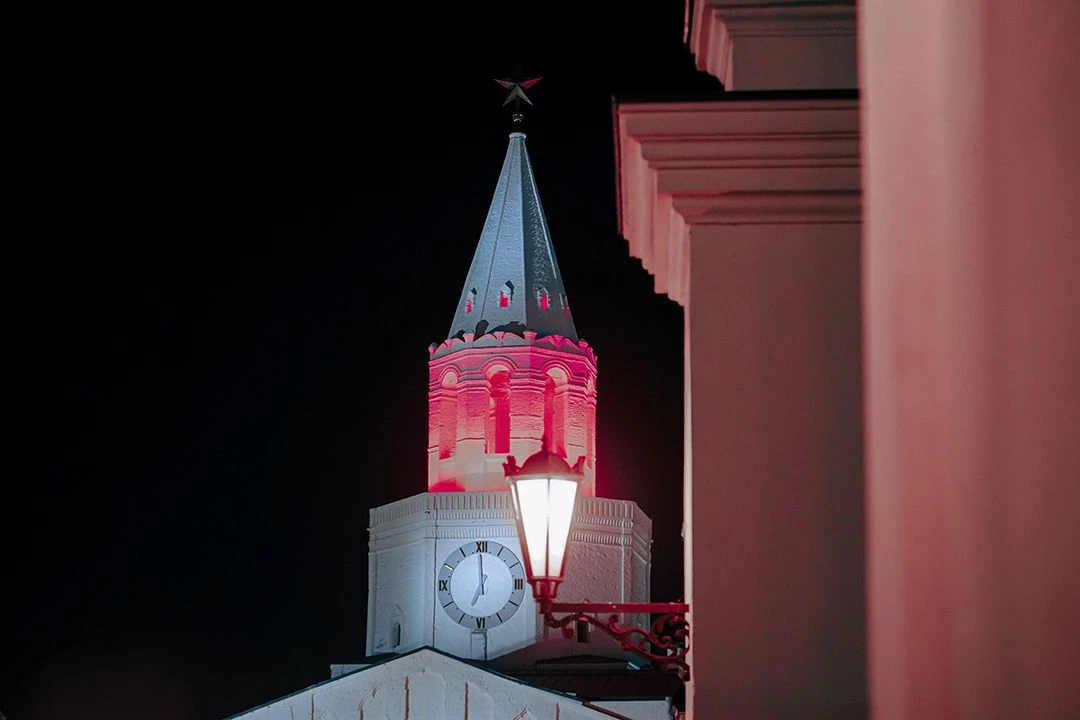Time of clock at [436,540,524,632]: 6:59
